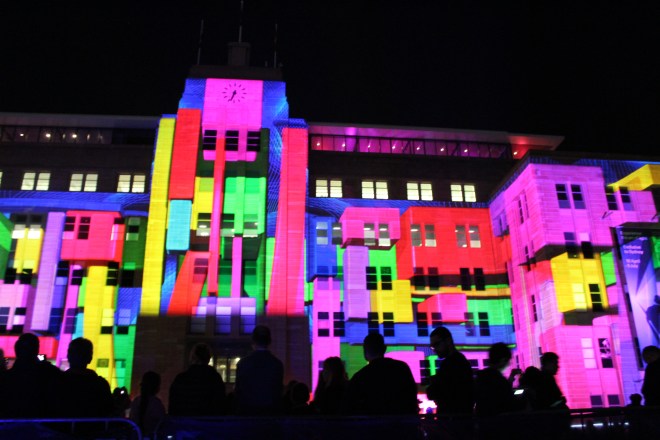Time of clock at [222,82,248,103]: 6:33
